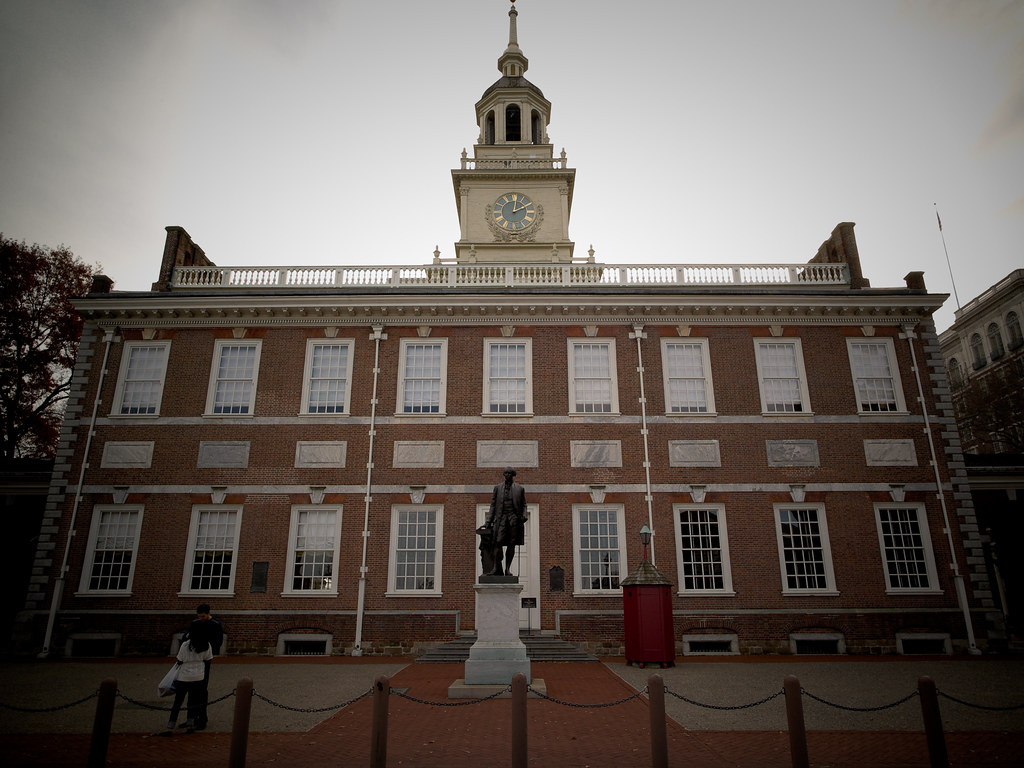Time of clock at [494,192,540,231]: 2:01
